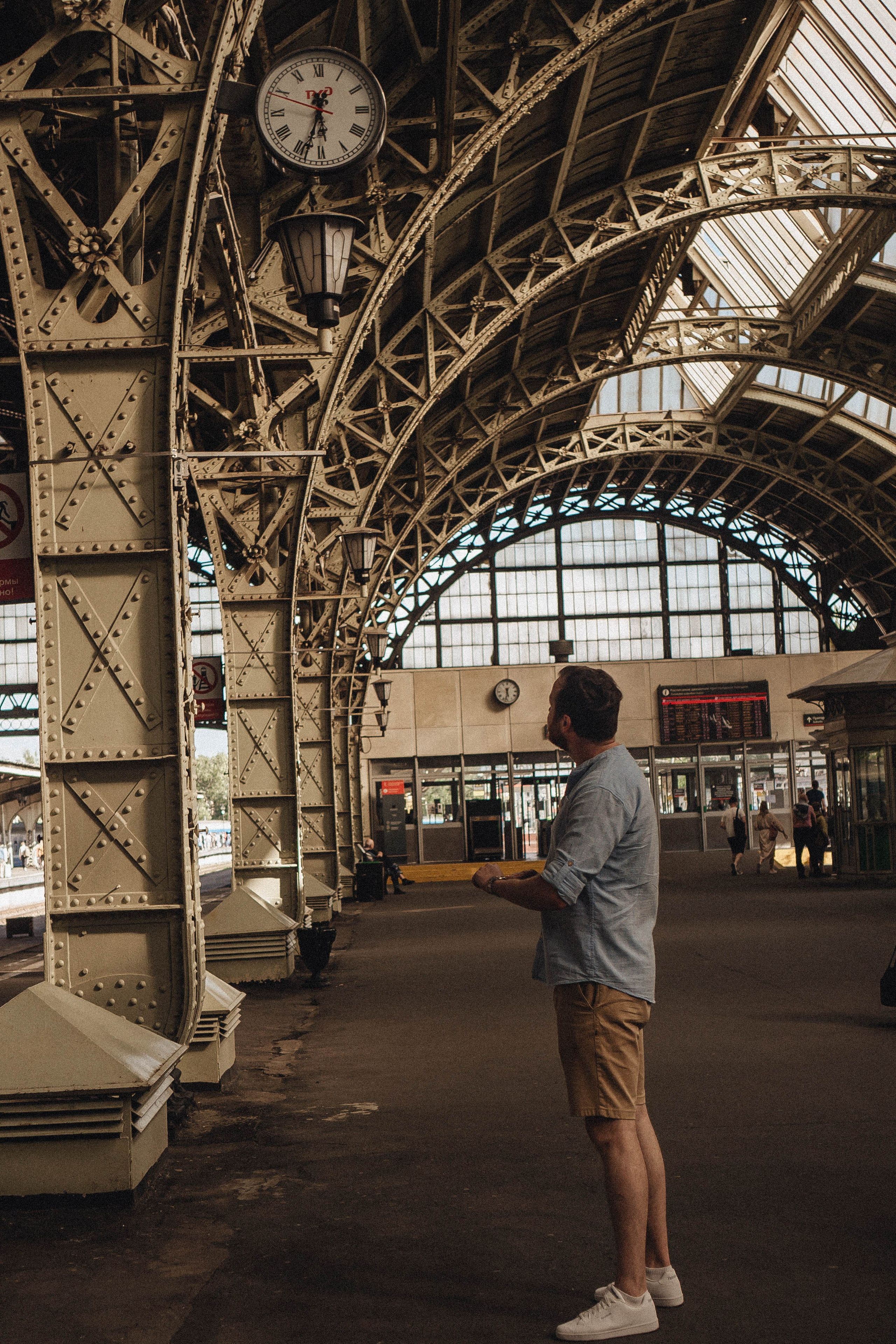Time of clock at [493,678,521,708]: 5:32
